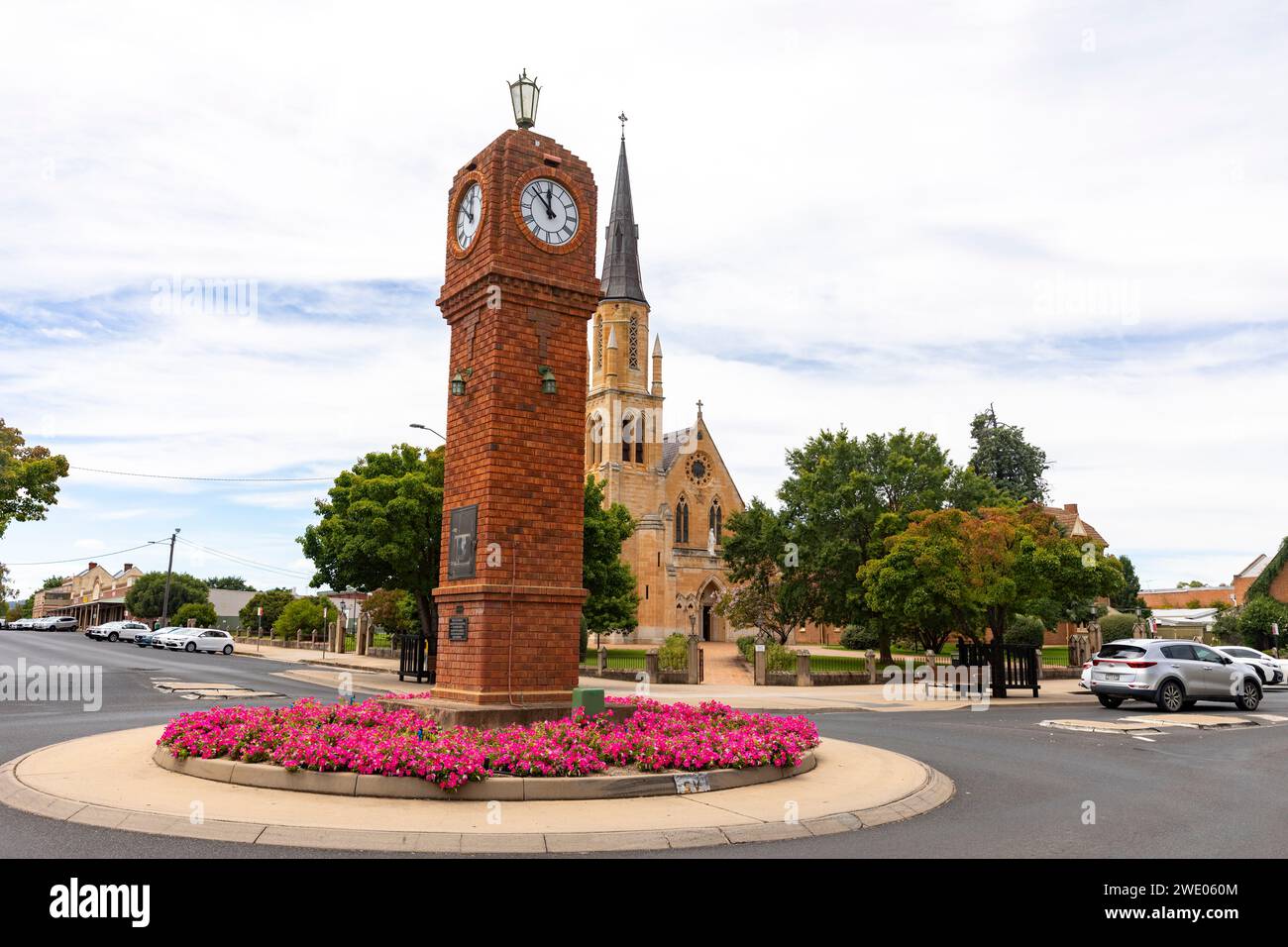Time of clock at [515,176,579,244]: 11:52
